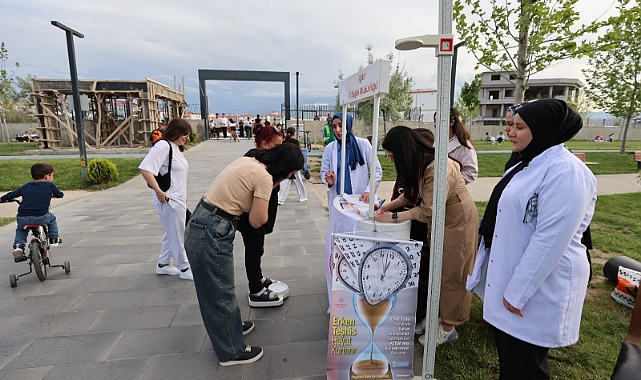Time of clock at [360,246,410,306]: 1:02
